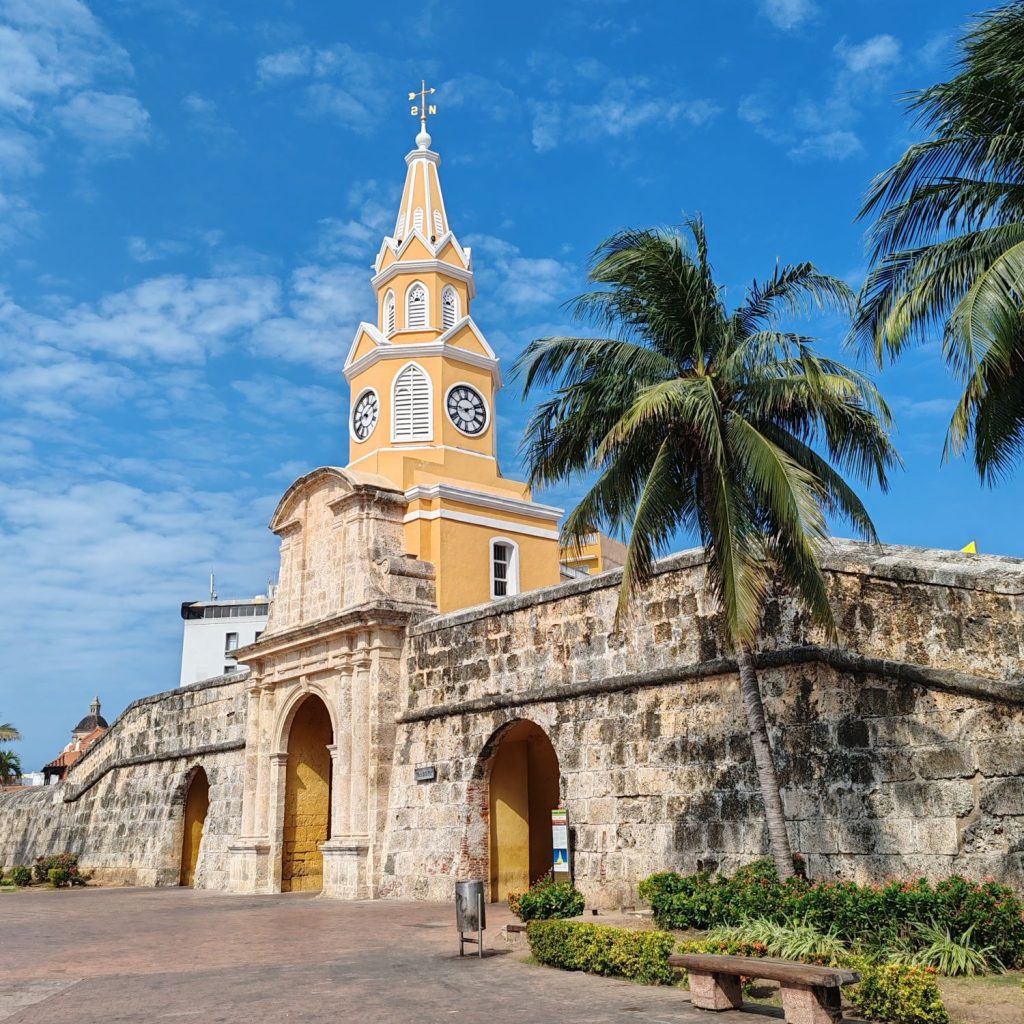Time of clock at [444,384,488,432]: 9:11
